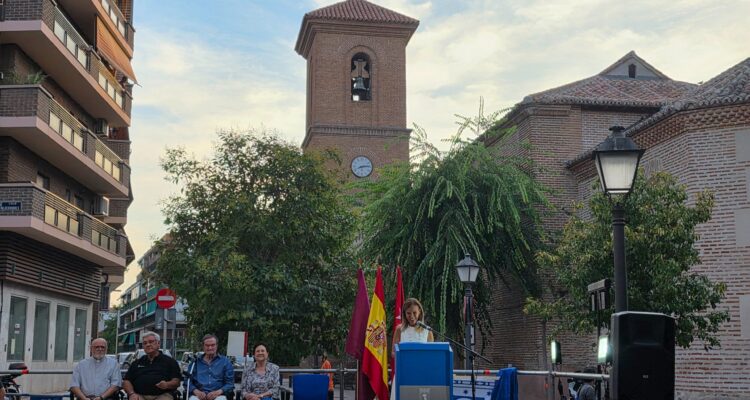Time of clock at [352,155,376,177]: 8:13
